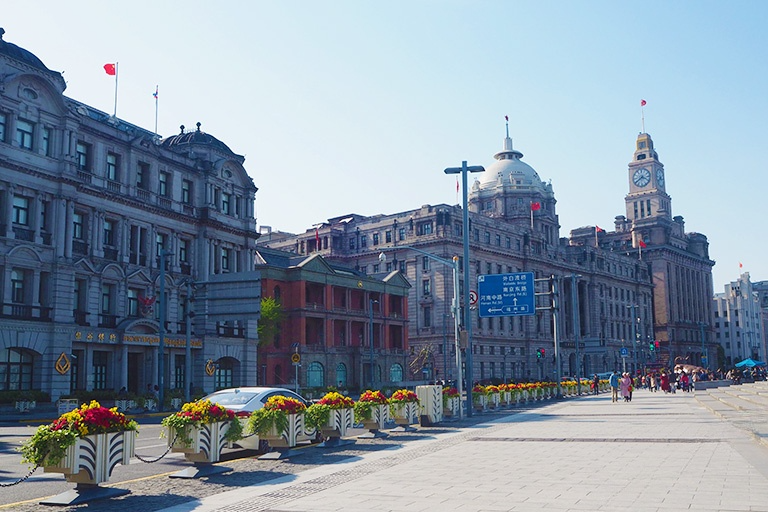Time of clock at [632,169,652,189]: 3:39
